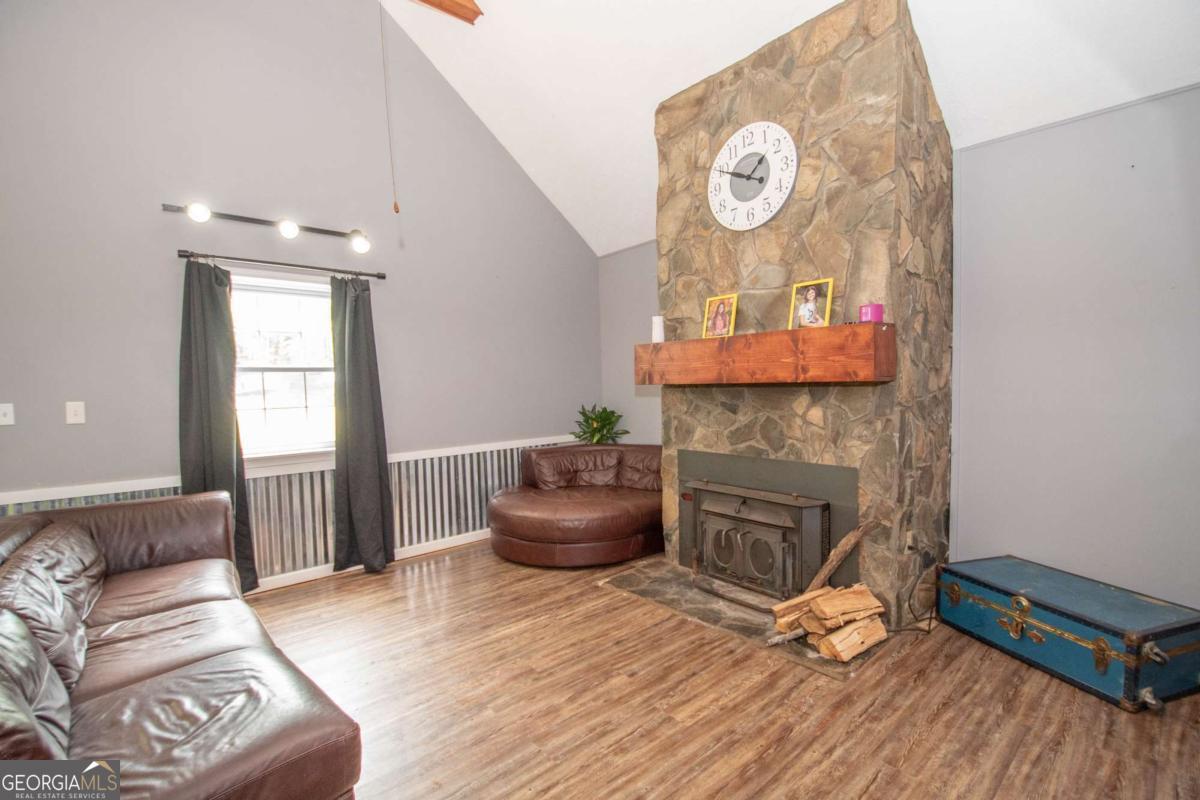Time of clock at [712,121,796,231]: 1:49
